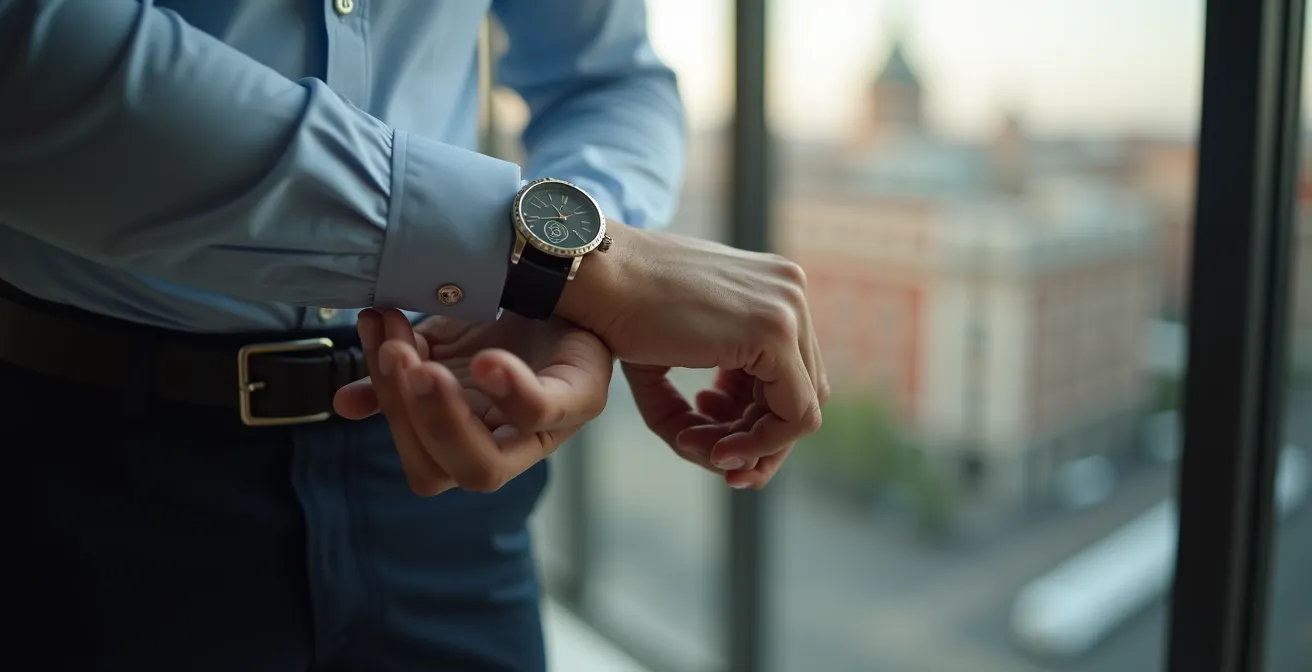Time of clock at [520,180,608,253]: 10:43
